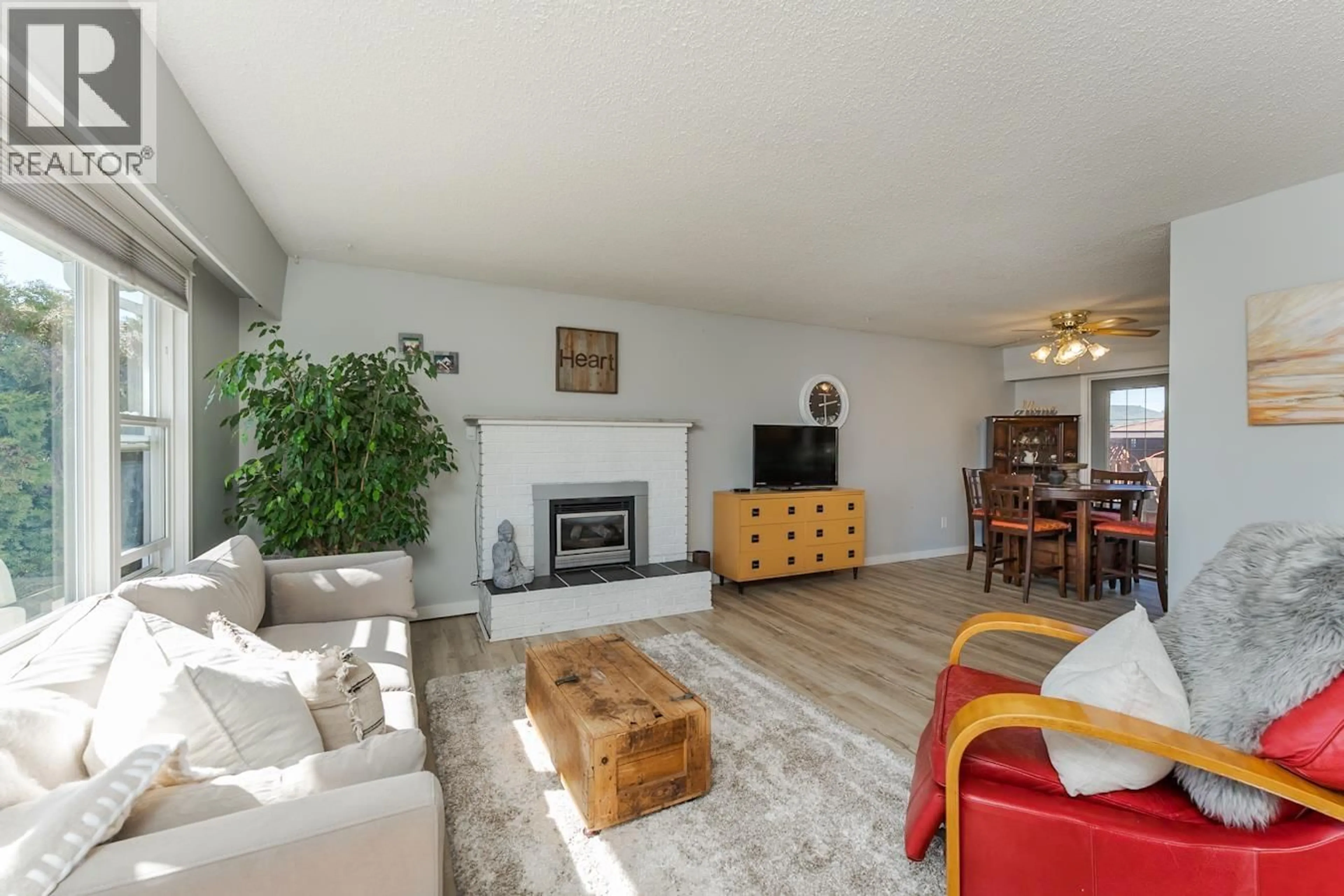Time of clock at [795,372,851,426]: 2:29
